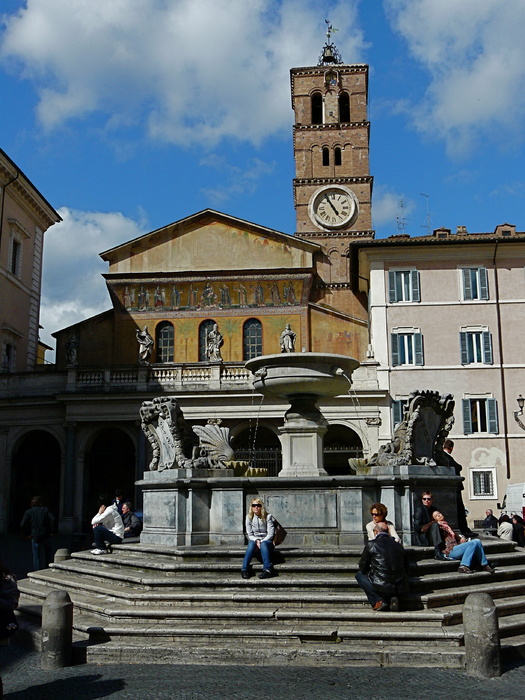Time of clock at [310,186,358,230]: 4:54
